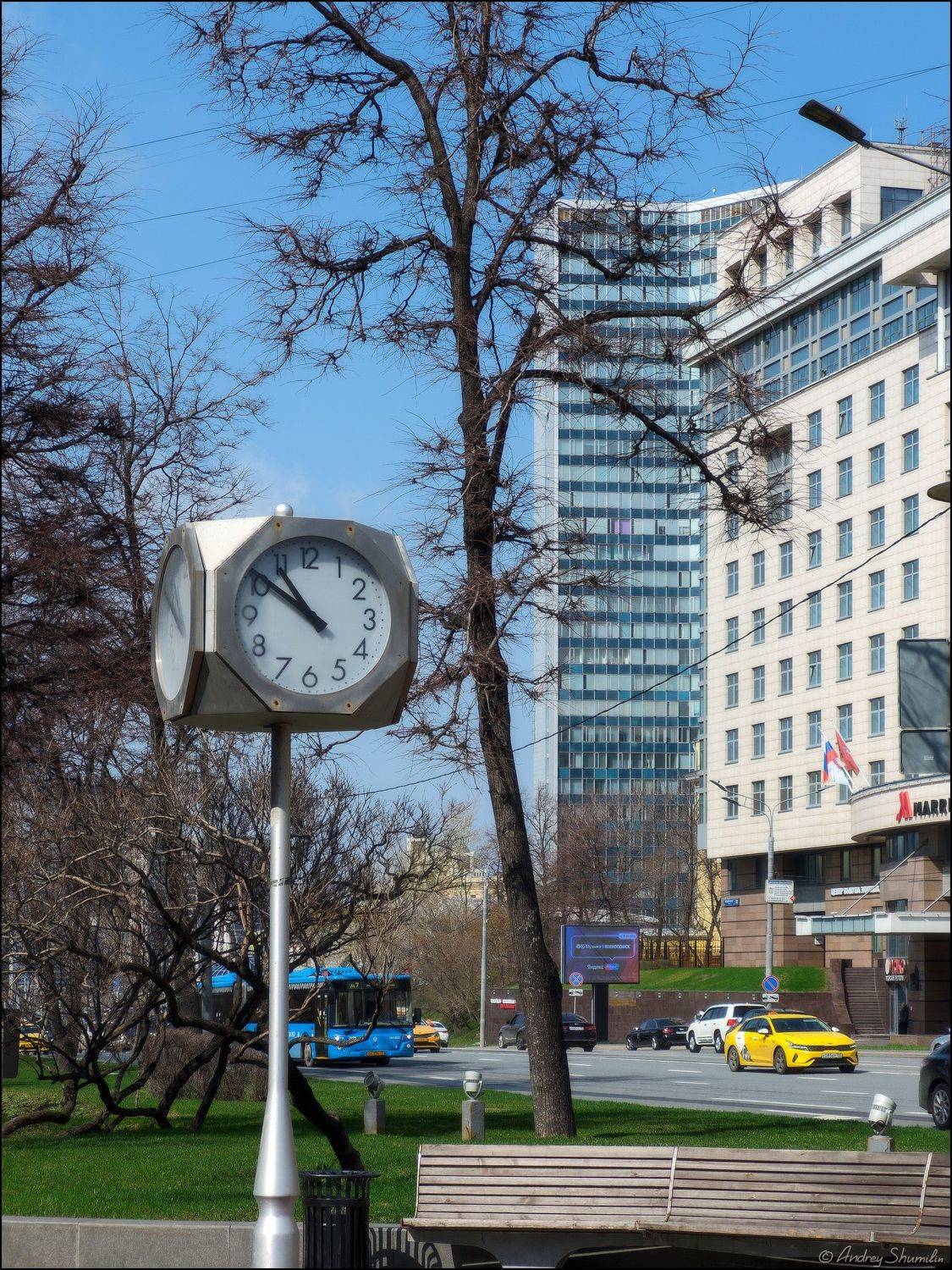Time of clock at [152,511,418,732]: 10:51
